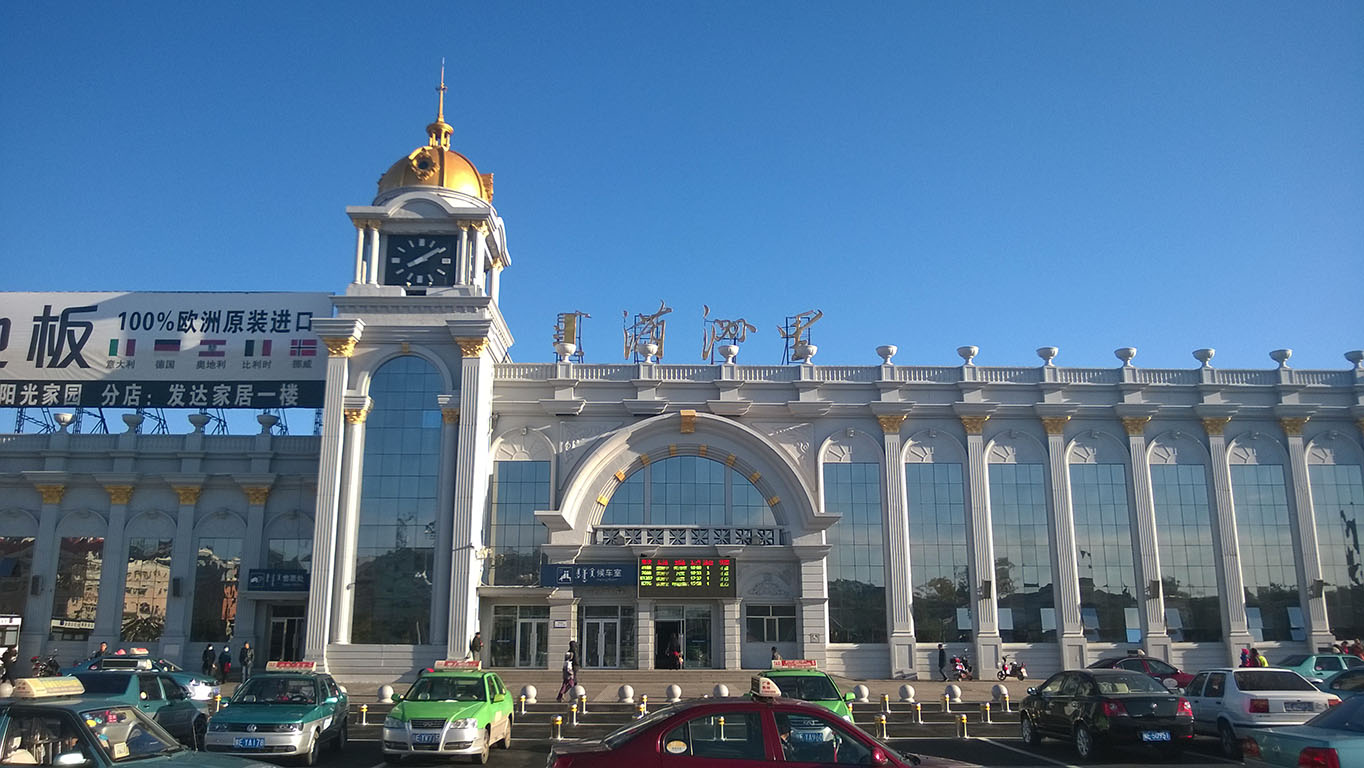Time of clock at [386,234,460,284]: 8:09
